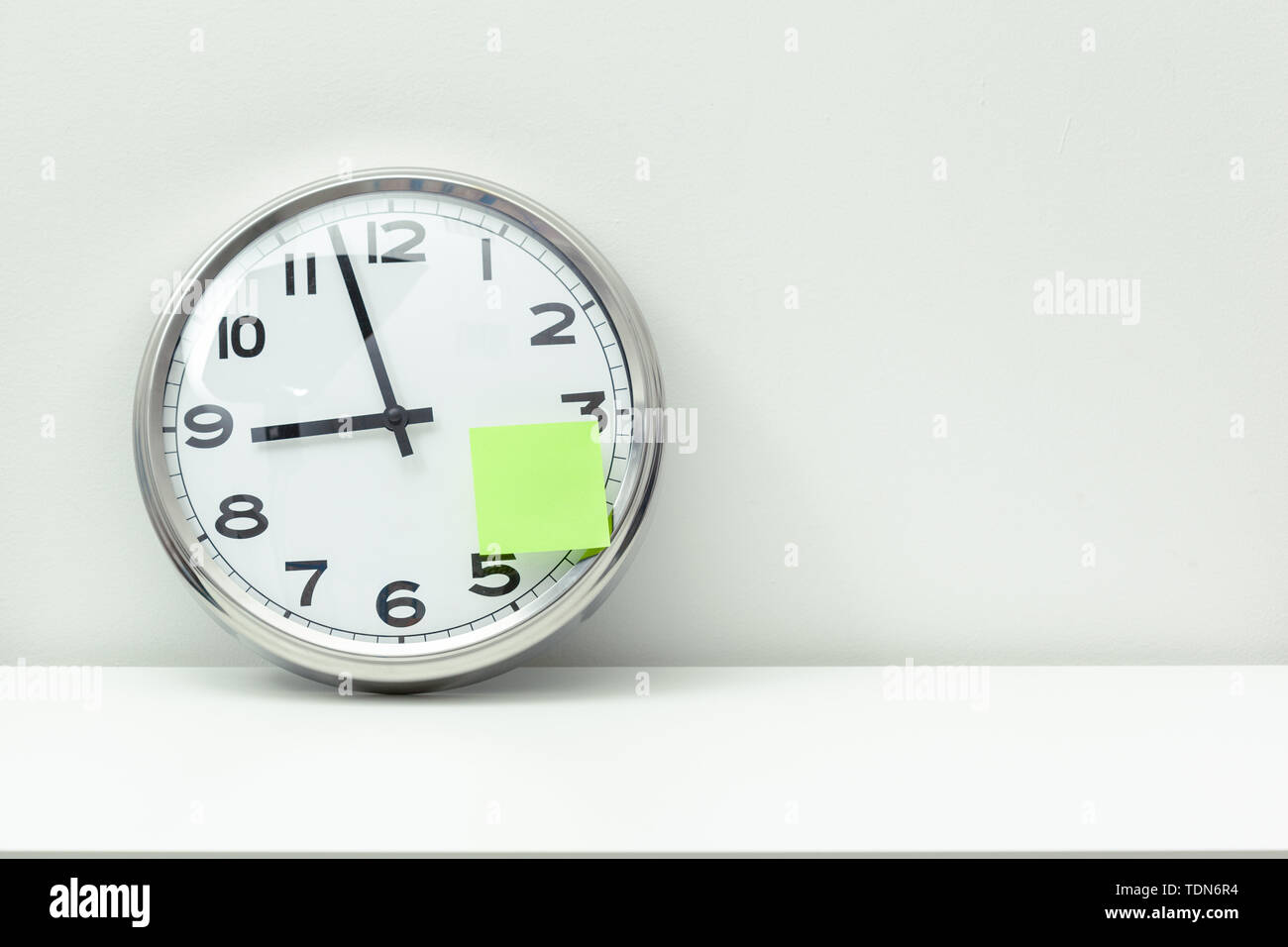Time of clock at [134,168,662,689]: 8:57
